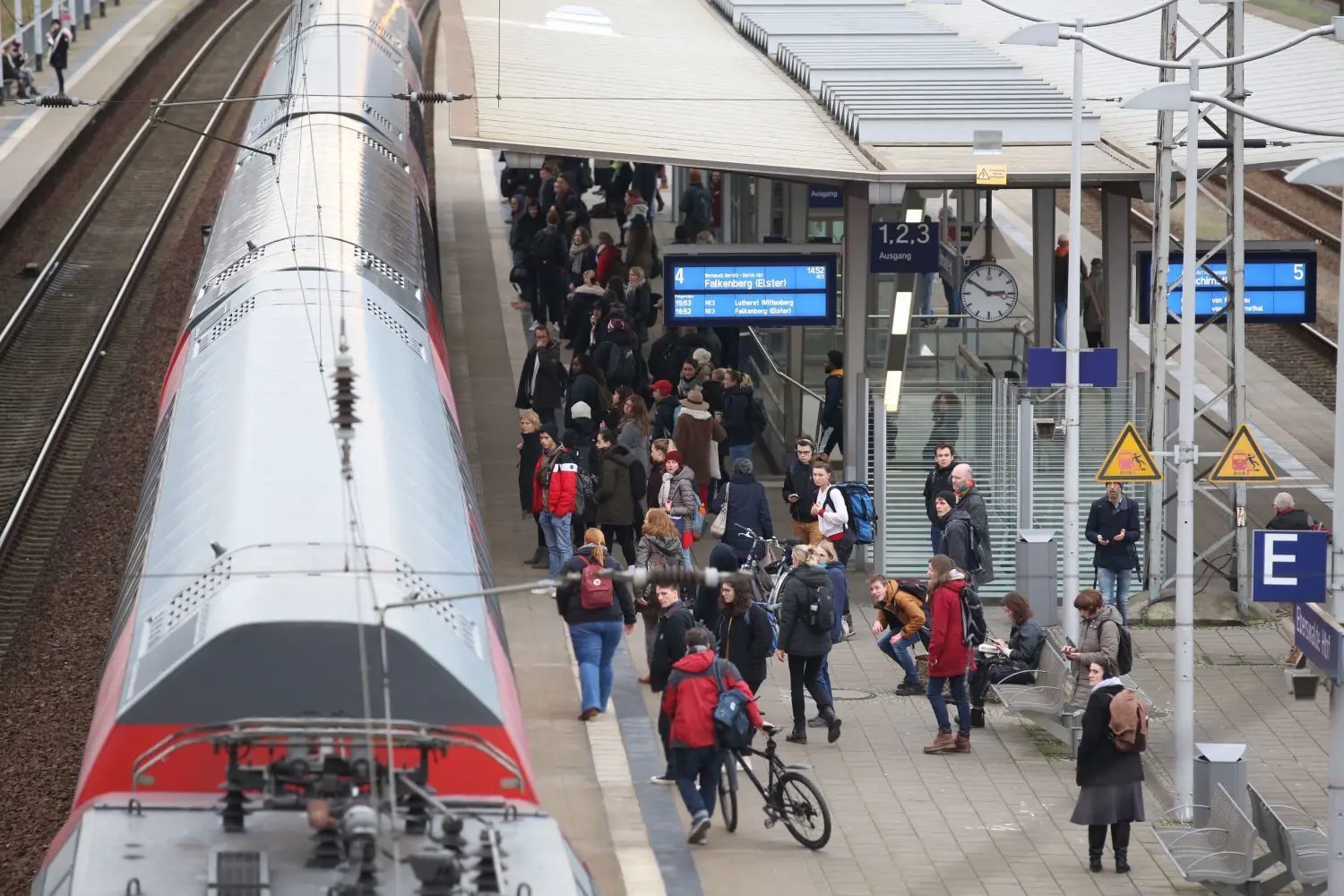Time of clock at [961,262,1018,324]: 2:50
